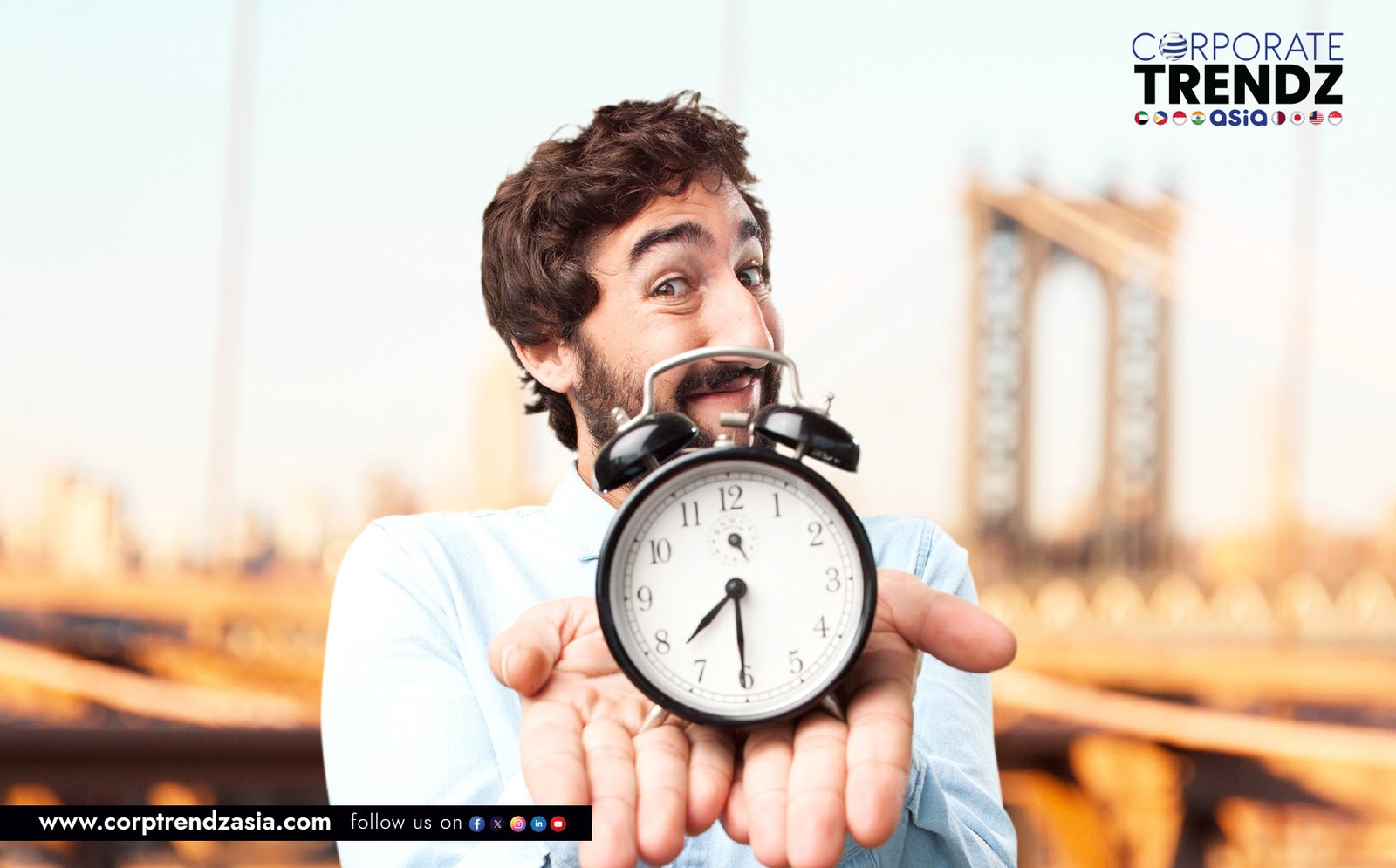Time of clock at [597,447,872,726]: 7:30
